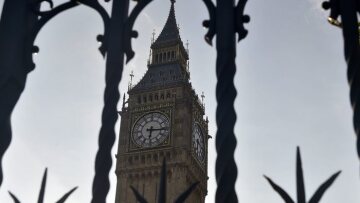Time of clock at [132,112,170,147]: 6:15
